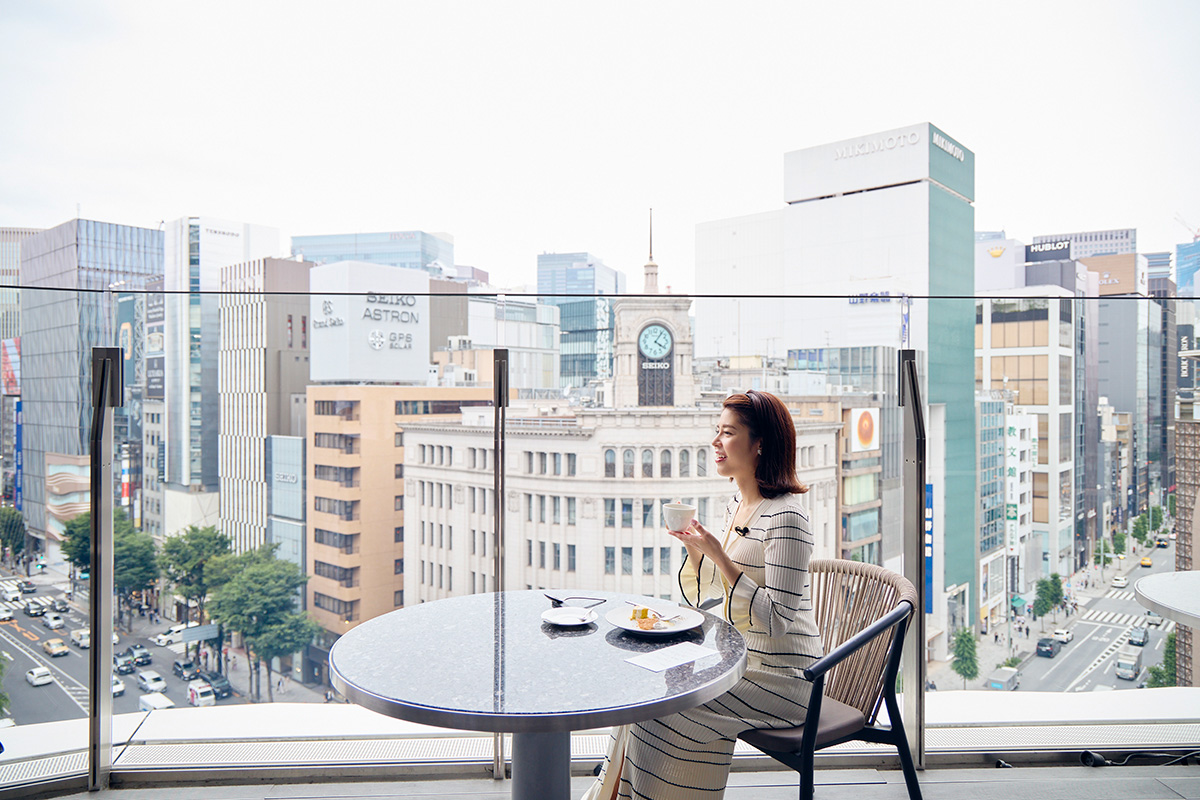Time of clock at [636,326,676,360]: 4:06
